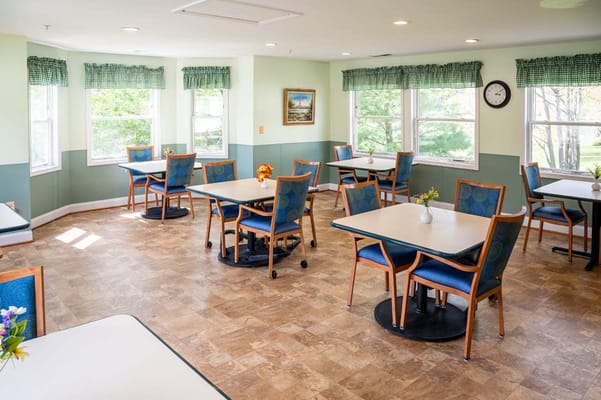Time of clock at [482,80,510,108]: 3:09
